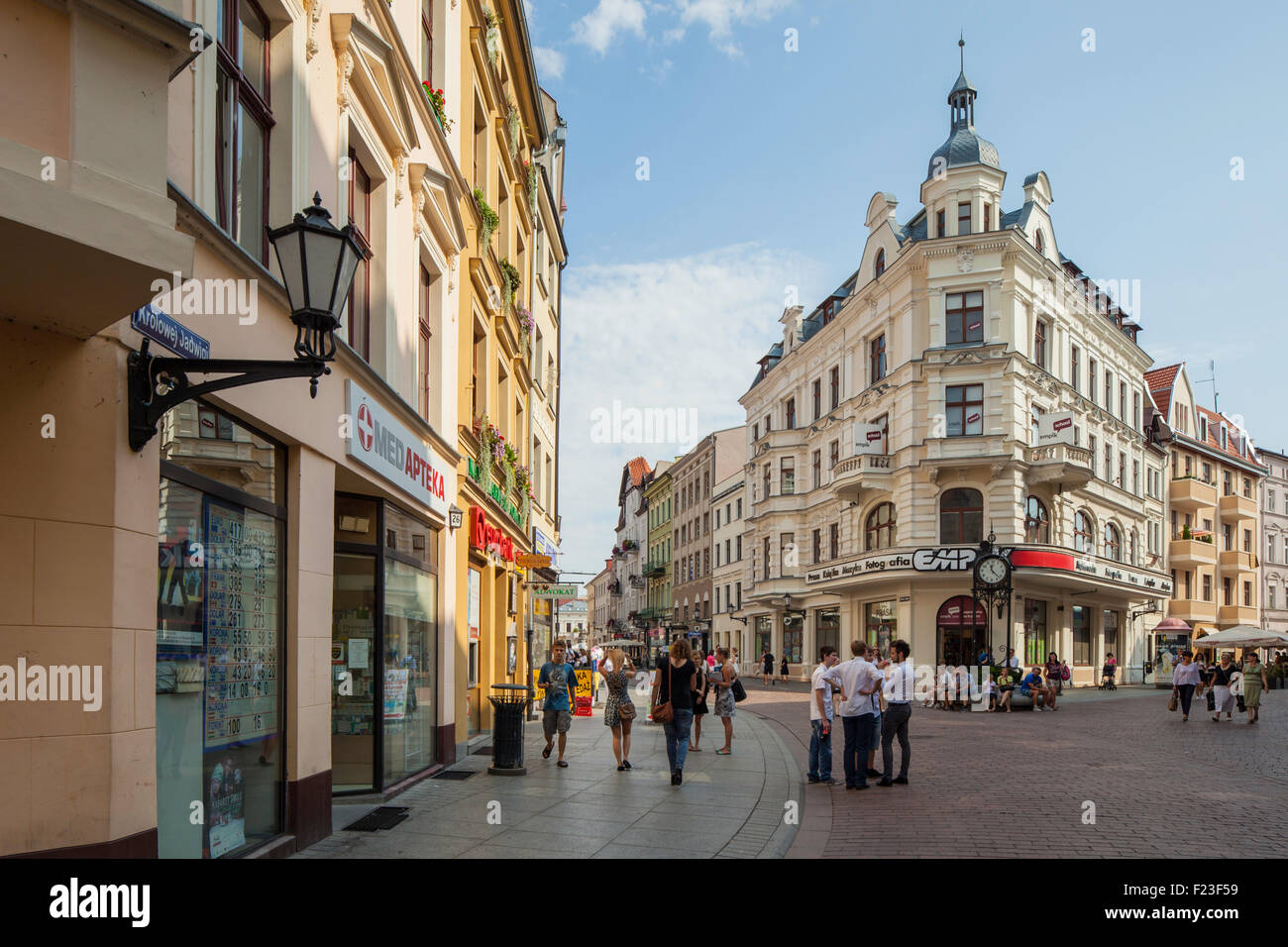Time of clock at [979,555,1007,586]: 11:22
